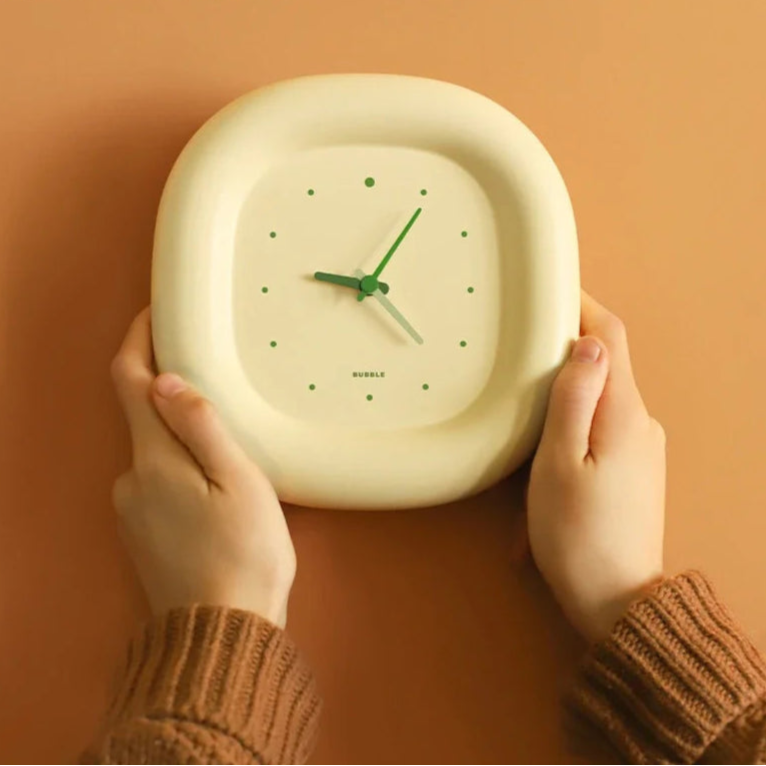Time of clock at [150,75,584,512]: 9:05
